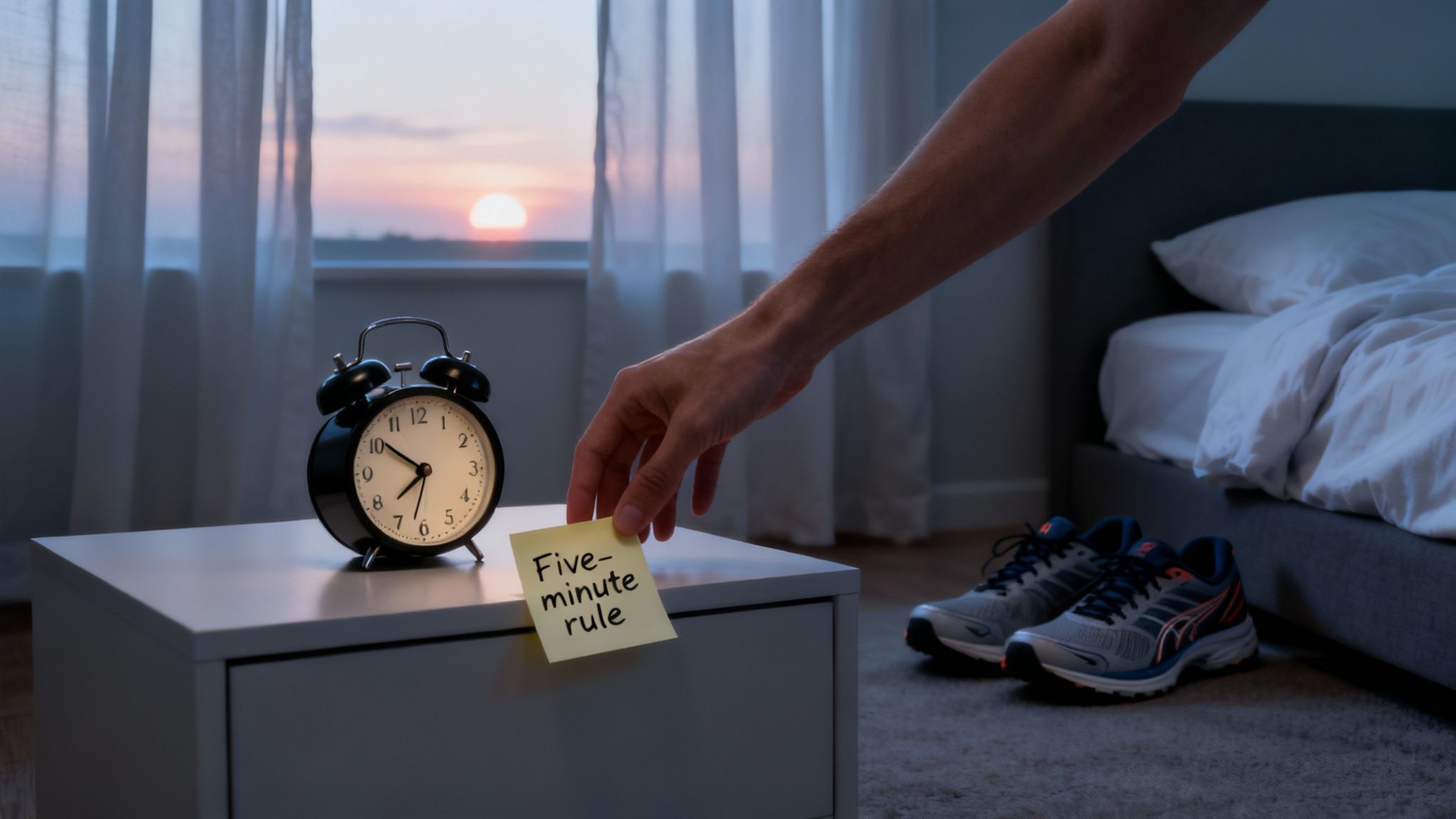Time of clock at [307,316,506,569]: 7:51
